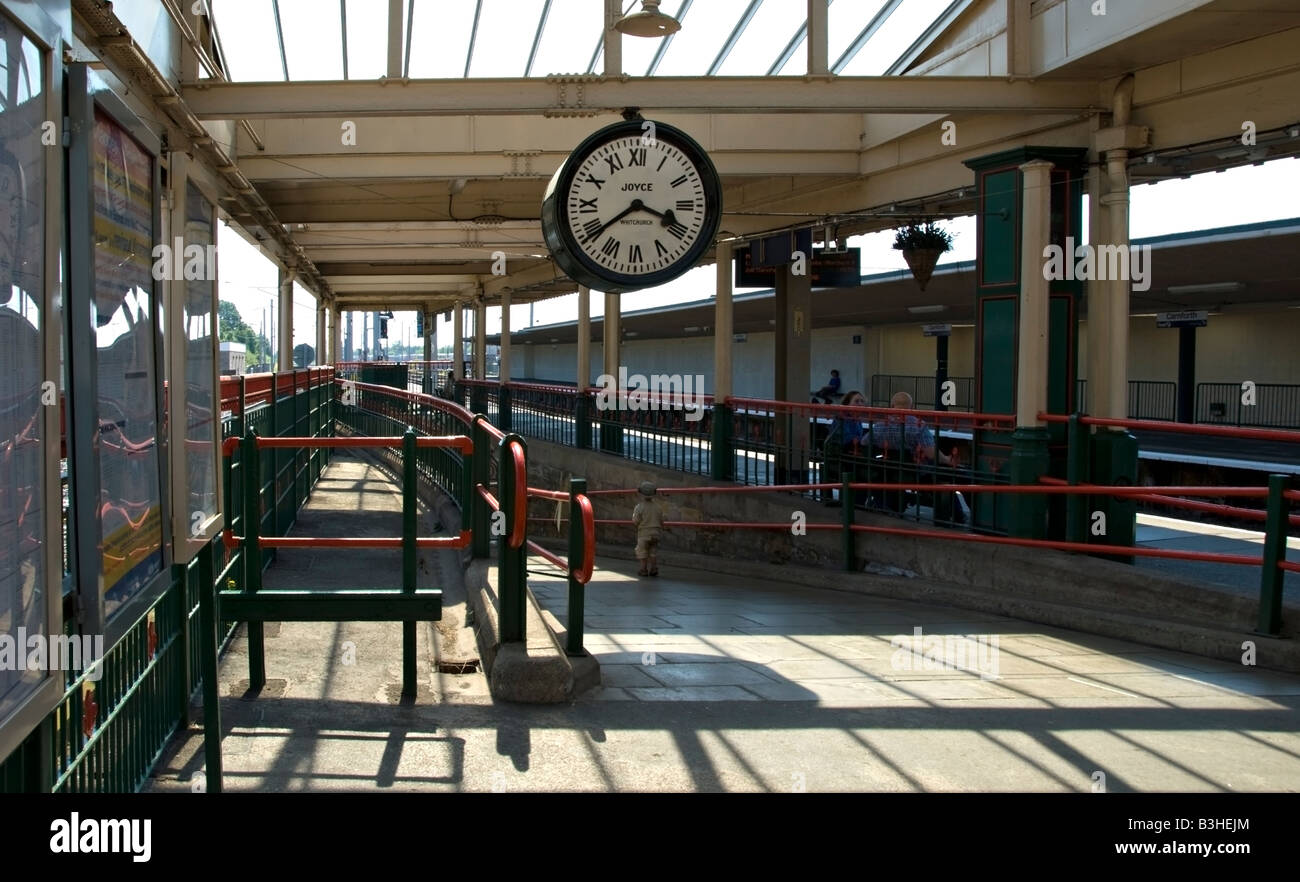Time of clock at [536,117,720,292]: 3:39
